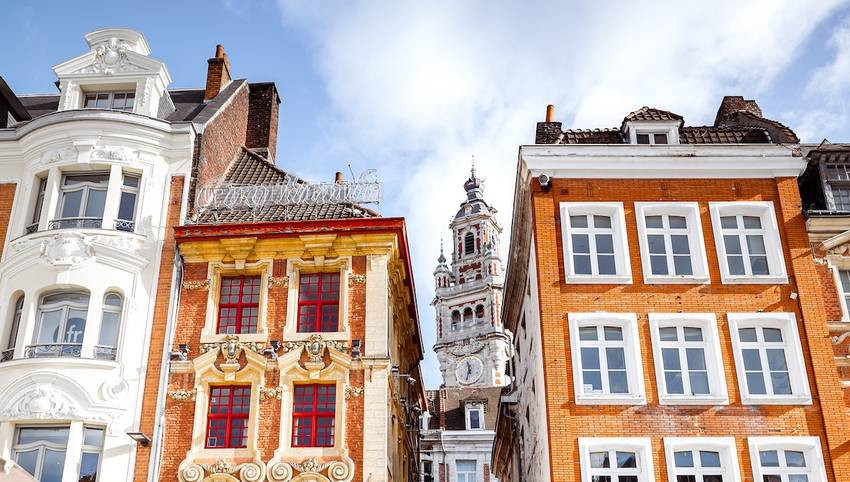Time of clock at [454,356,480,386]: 11:32
